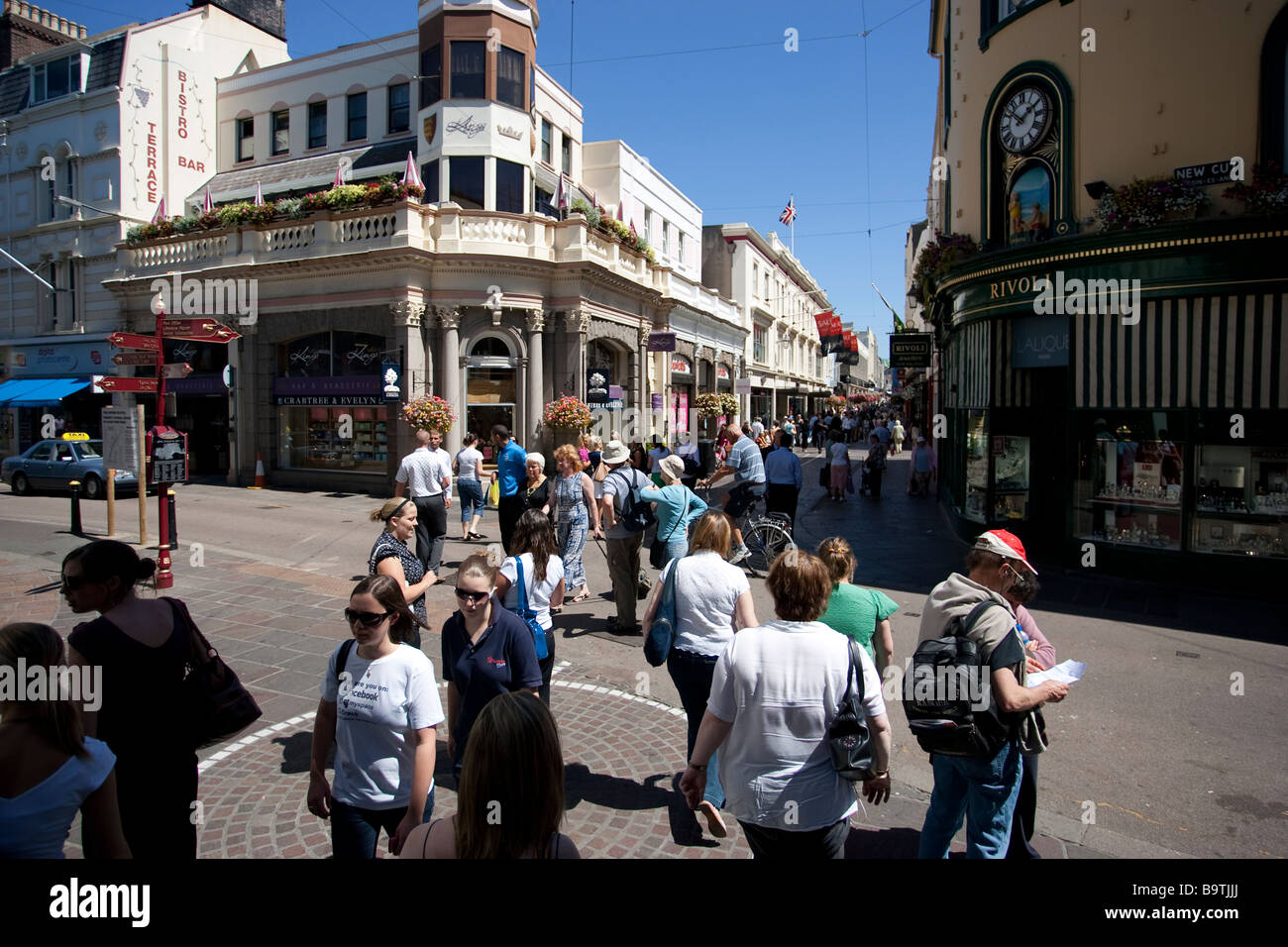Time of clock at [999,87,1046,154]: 1:51
